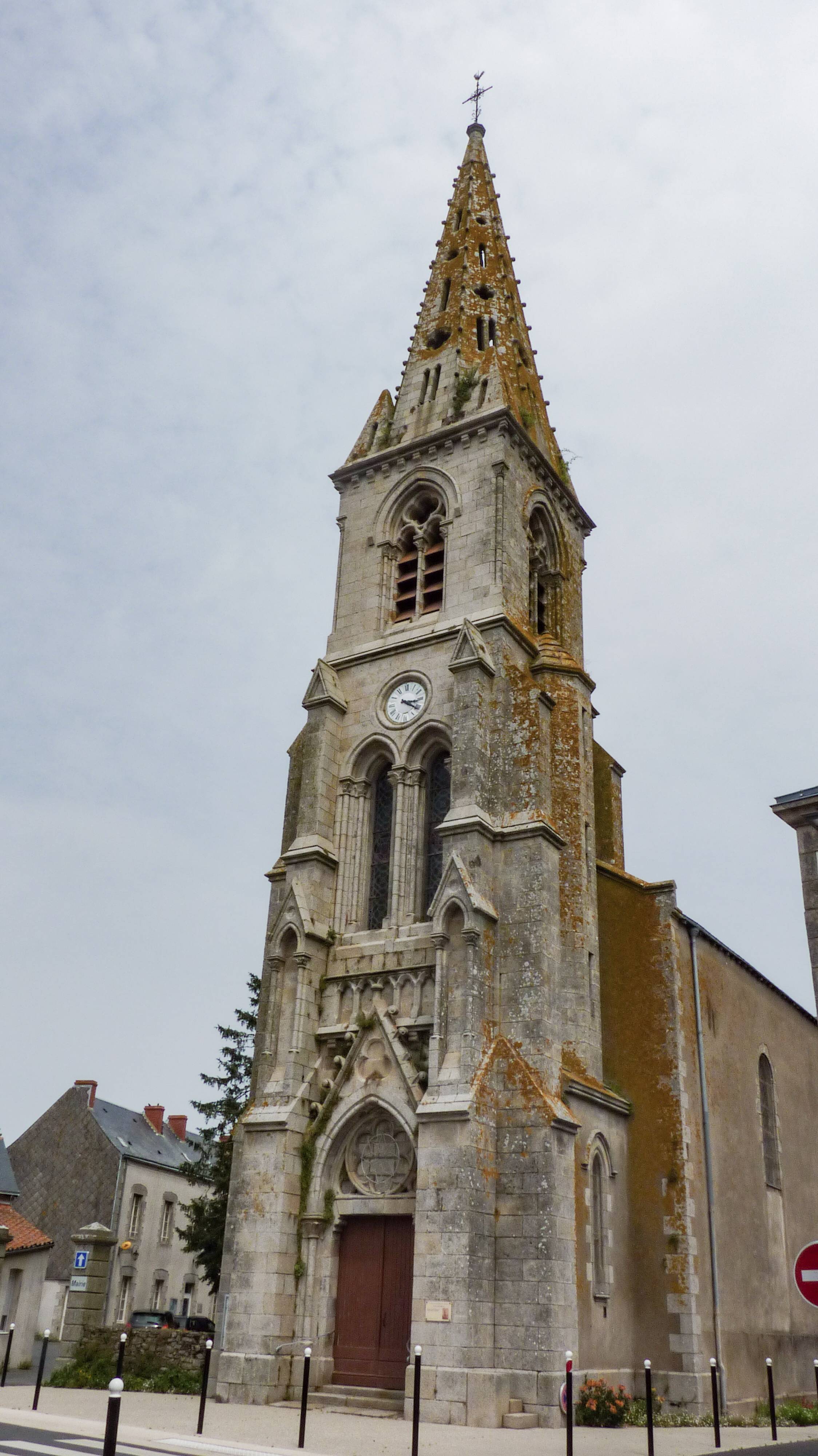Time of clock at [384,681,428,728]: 3:21
